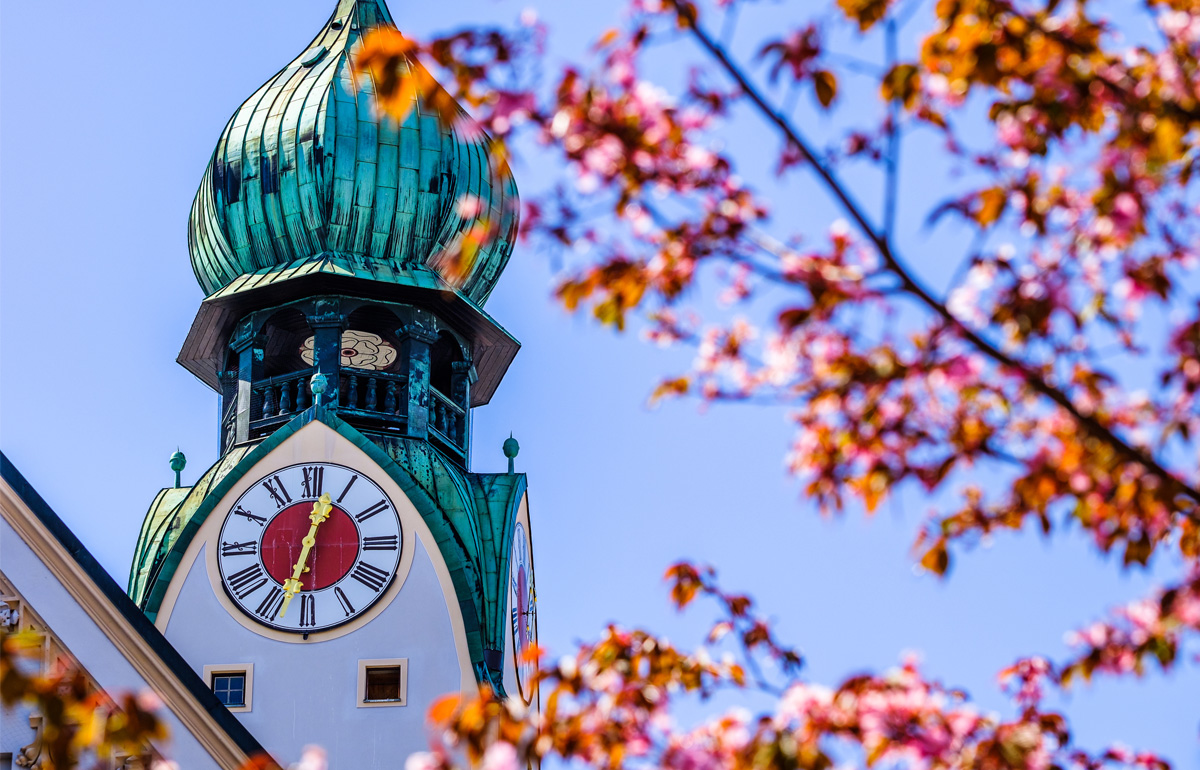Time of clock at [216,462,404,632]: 12:32
